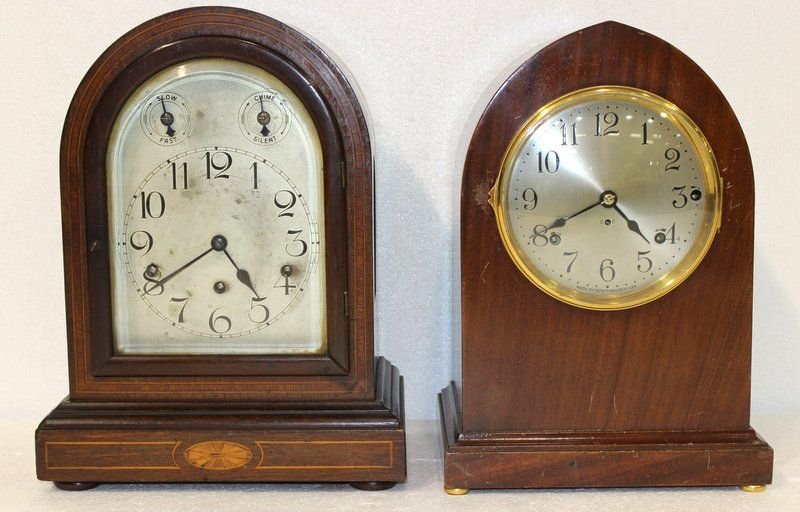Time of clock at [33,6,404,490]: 4:40
